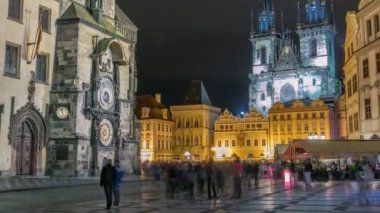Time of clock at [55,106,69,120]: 11:25
